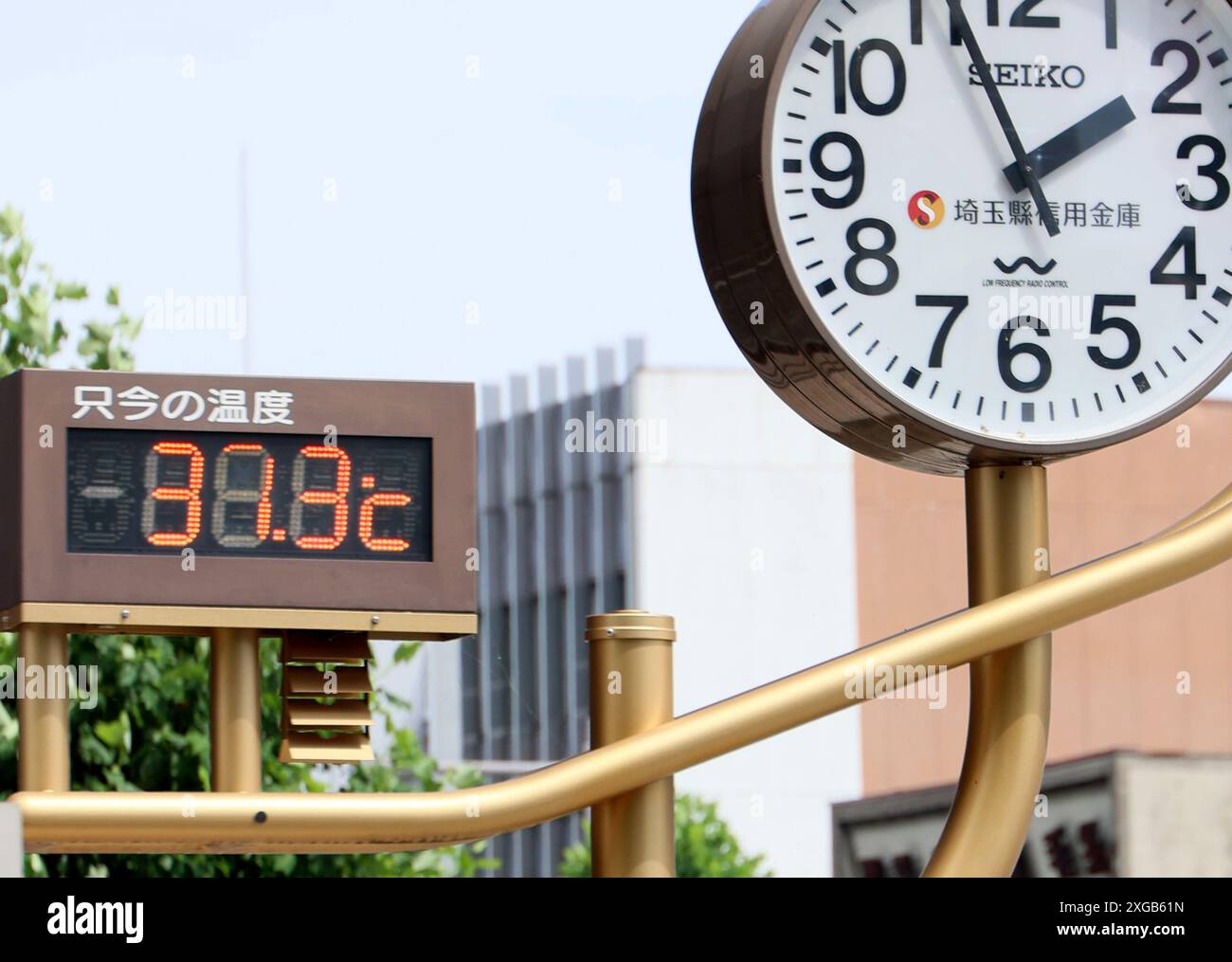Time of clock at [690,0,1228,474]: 1:56
